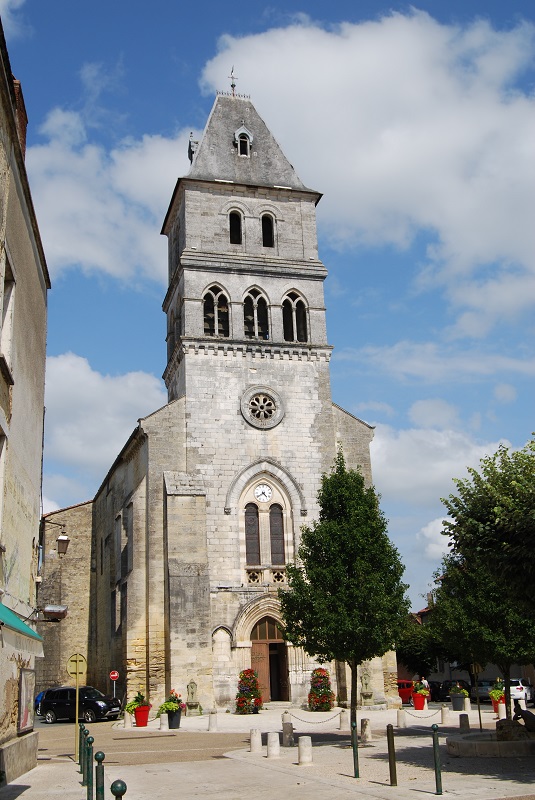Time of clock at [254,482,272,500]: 4:39
